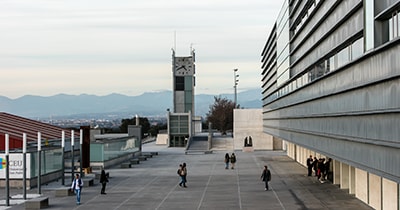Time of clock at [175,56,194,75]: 4:40
